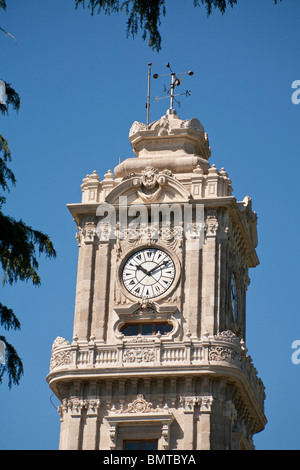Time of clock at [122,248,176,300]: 10:09
